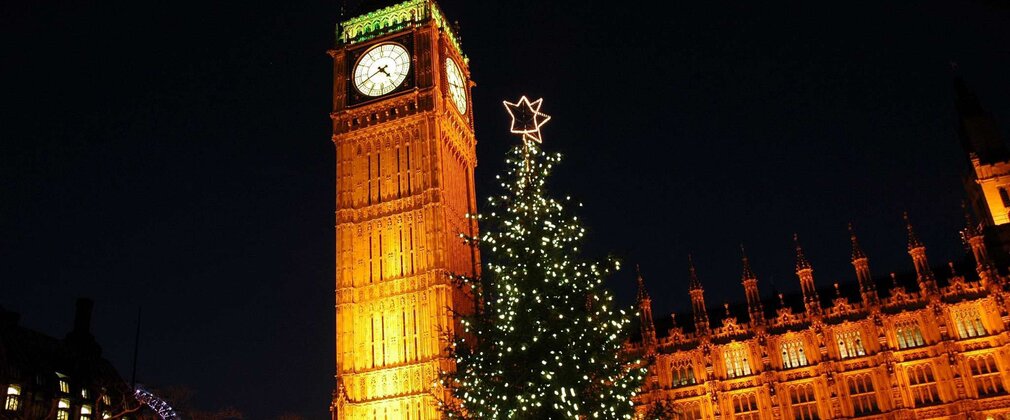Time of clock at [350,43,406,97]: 4:40
